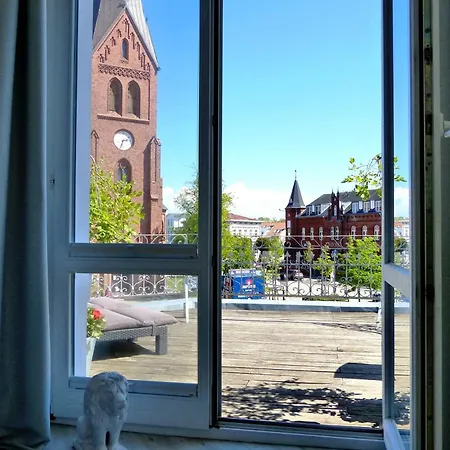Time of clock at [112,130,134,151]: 2:33
